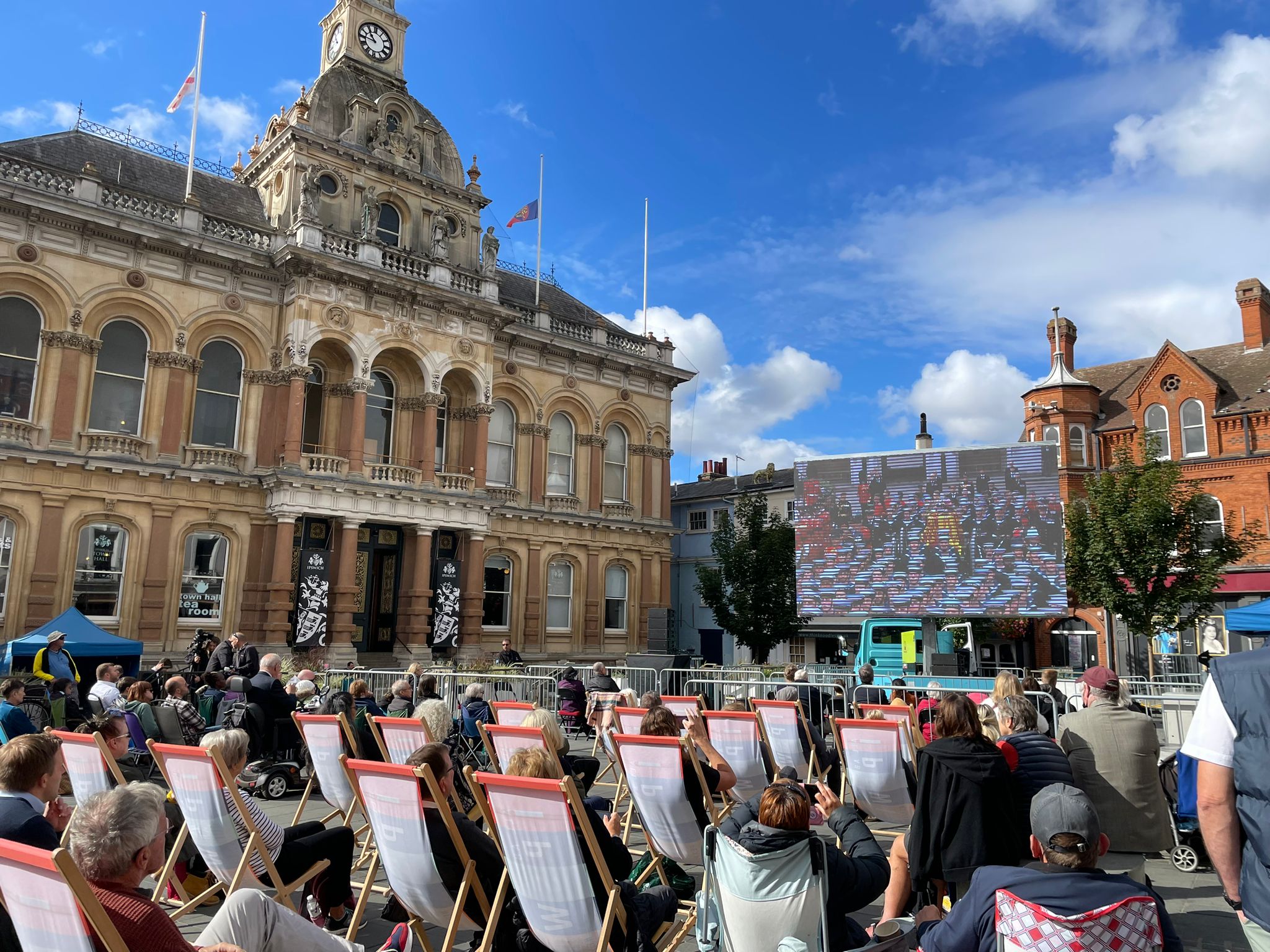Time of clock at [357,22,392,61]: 10:45
